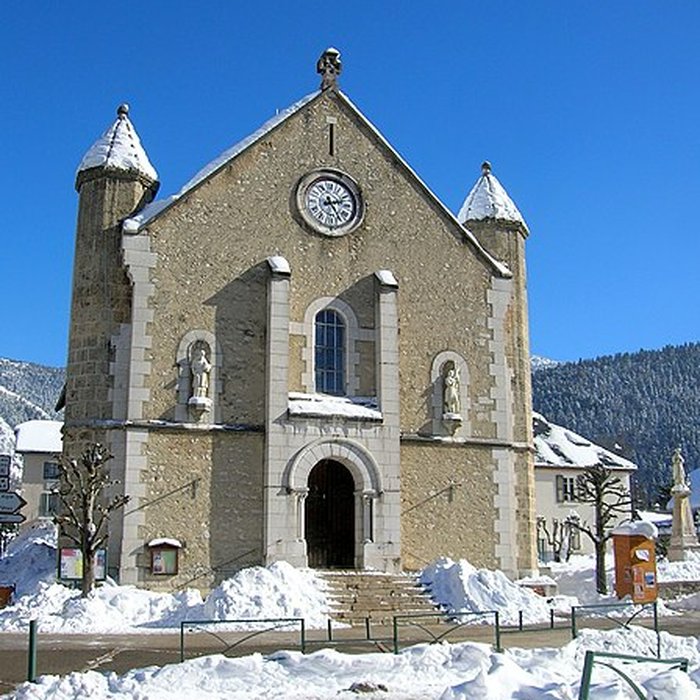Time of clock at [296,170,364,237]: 2:25
